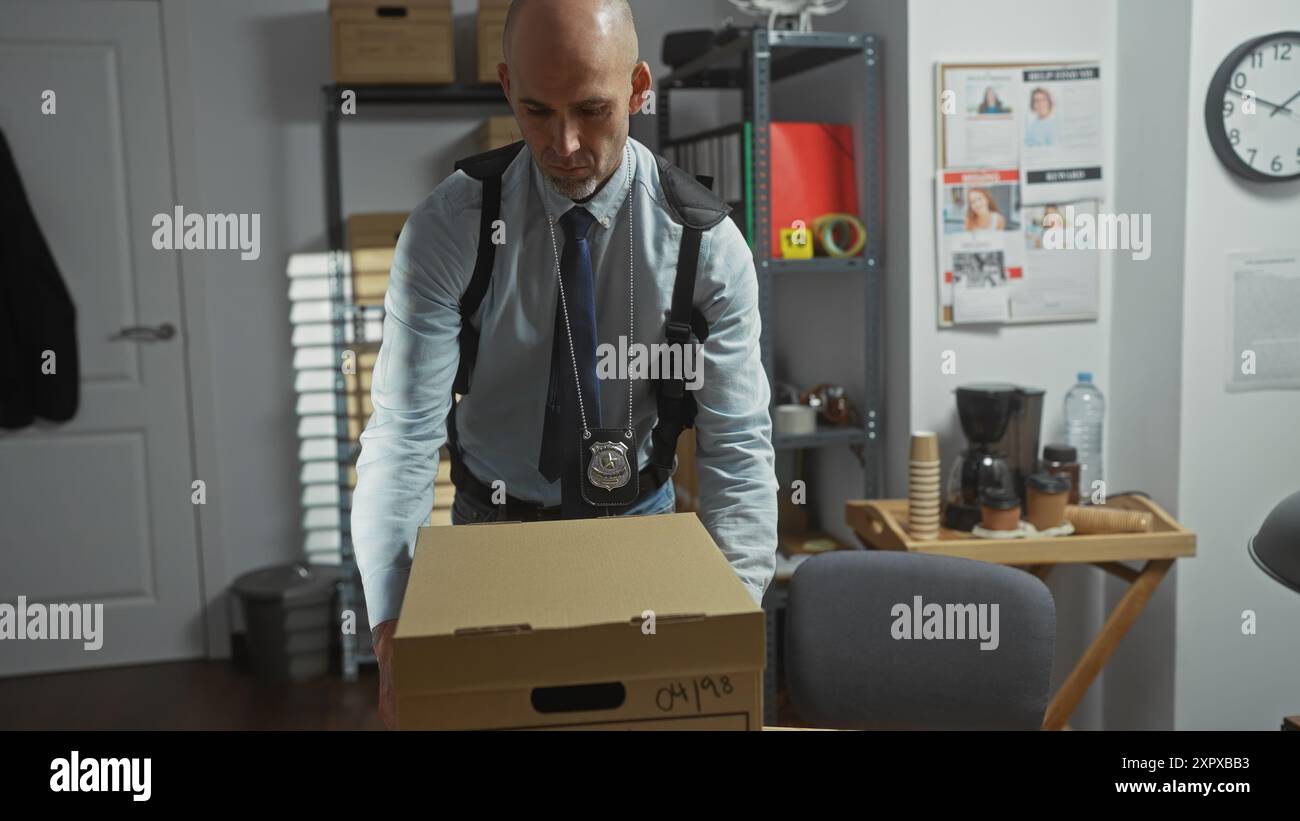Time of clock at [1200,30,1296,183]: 1:47
